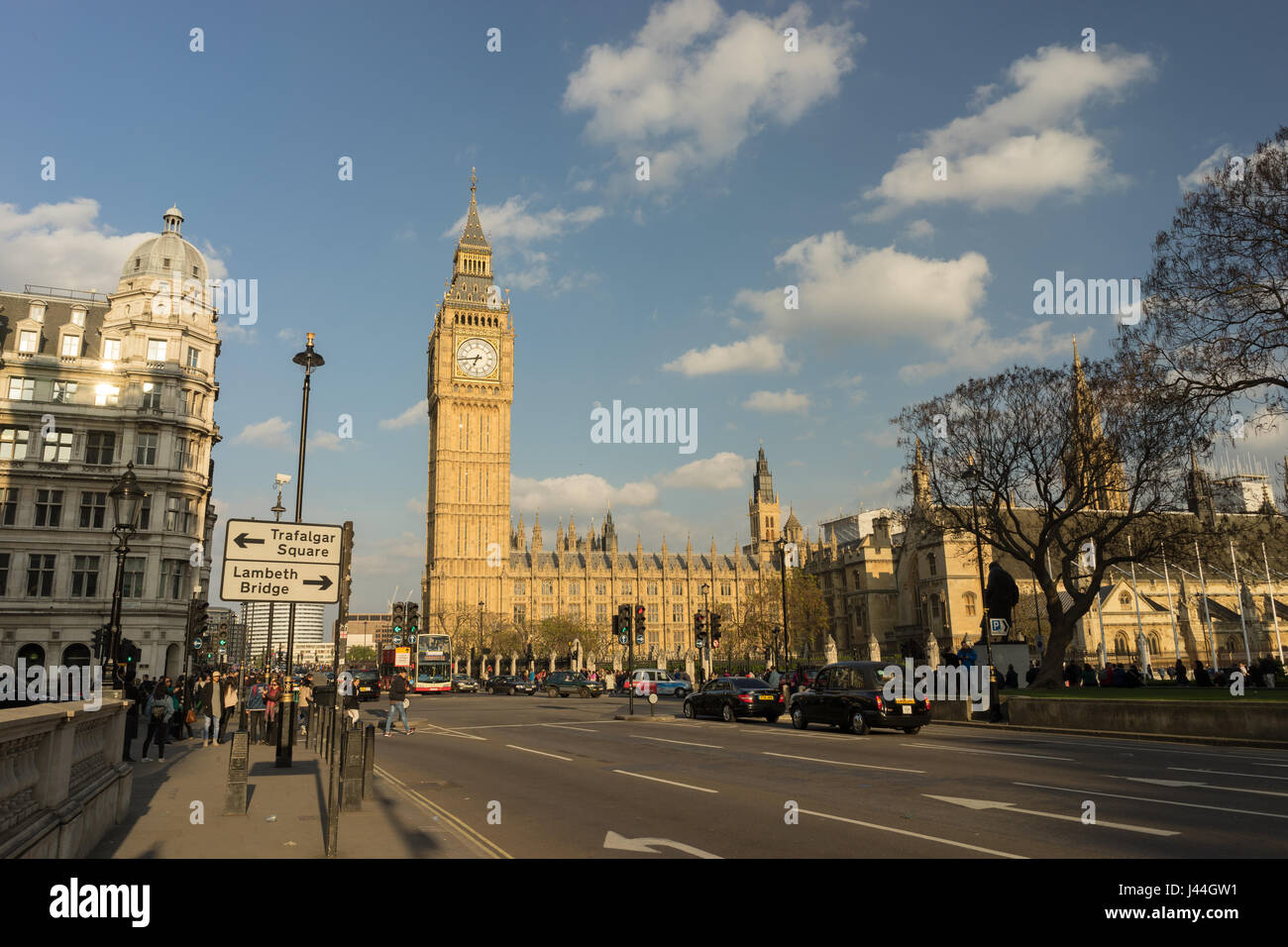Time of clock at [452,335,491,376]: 6:43
